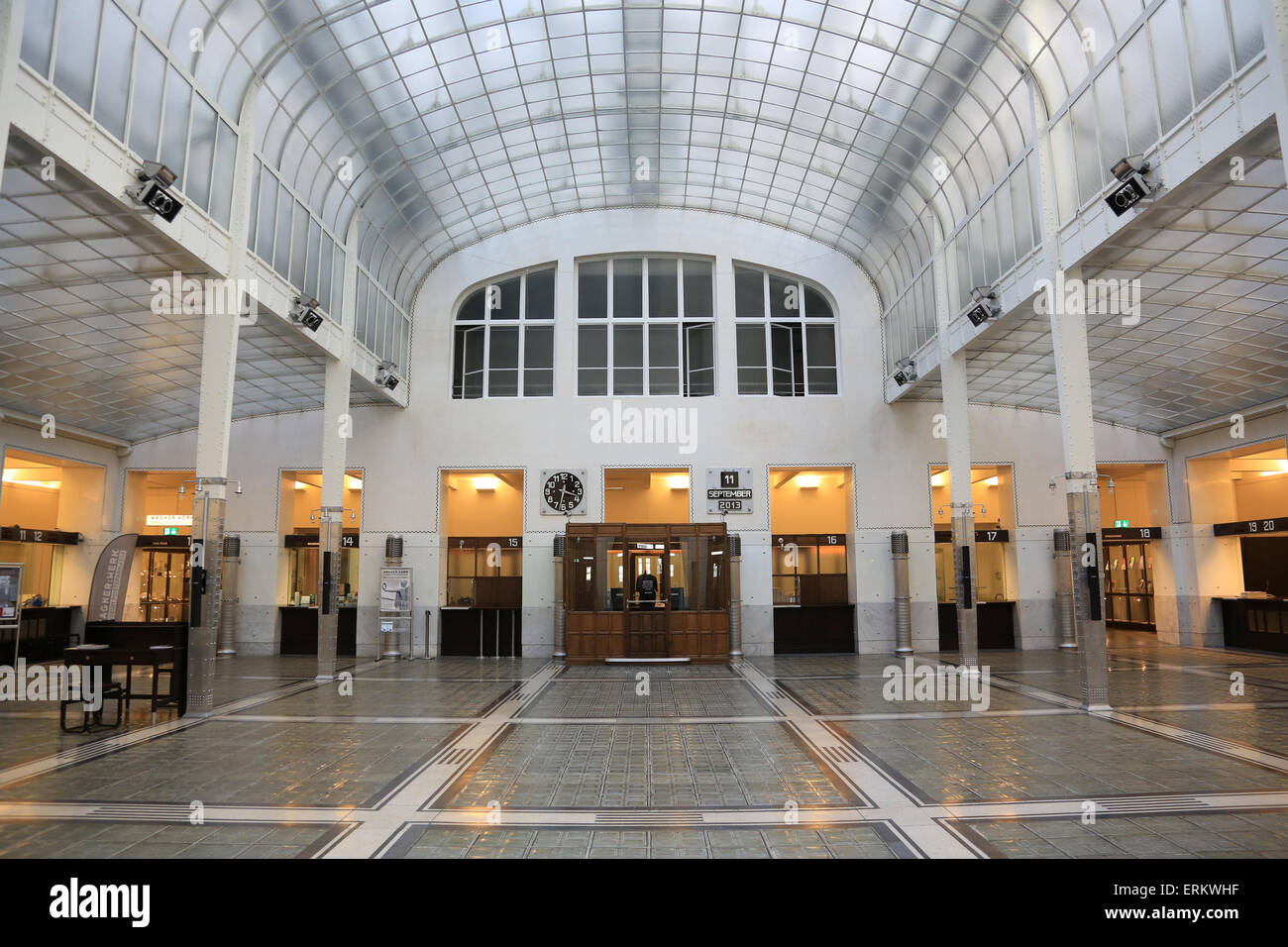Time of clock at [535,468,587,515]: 3:32
